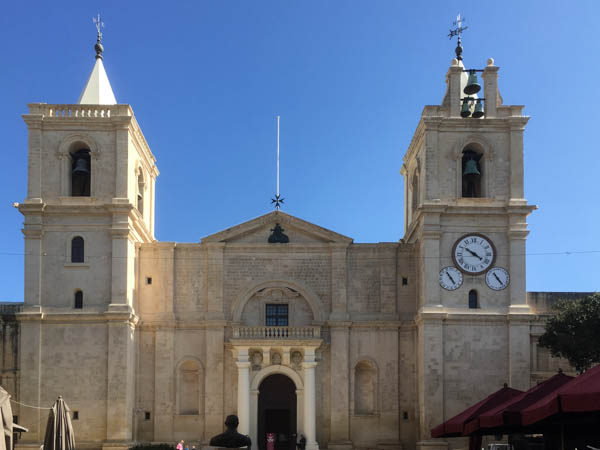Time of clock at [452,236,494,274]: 3:50
